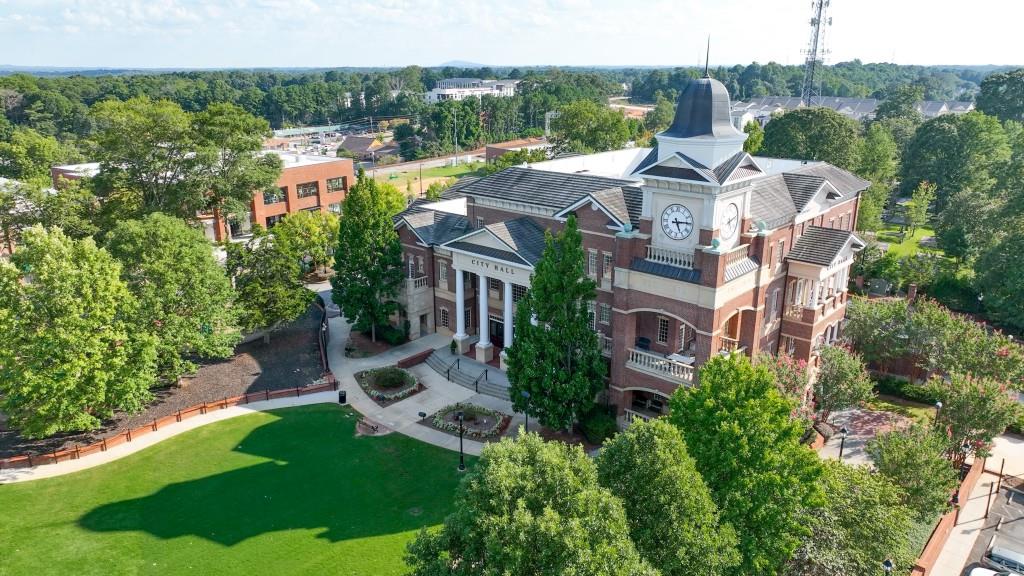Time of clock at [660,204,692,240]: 5:14
